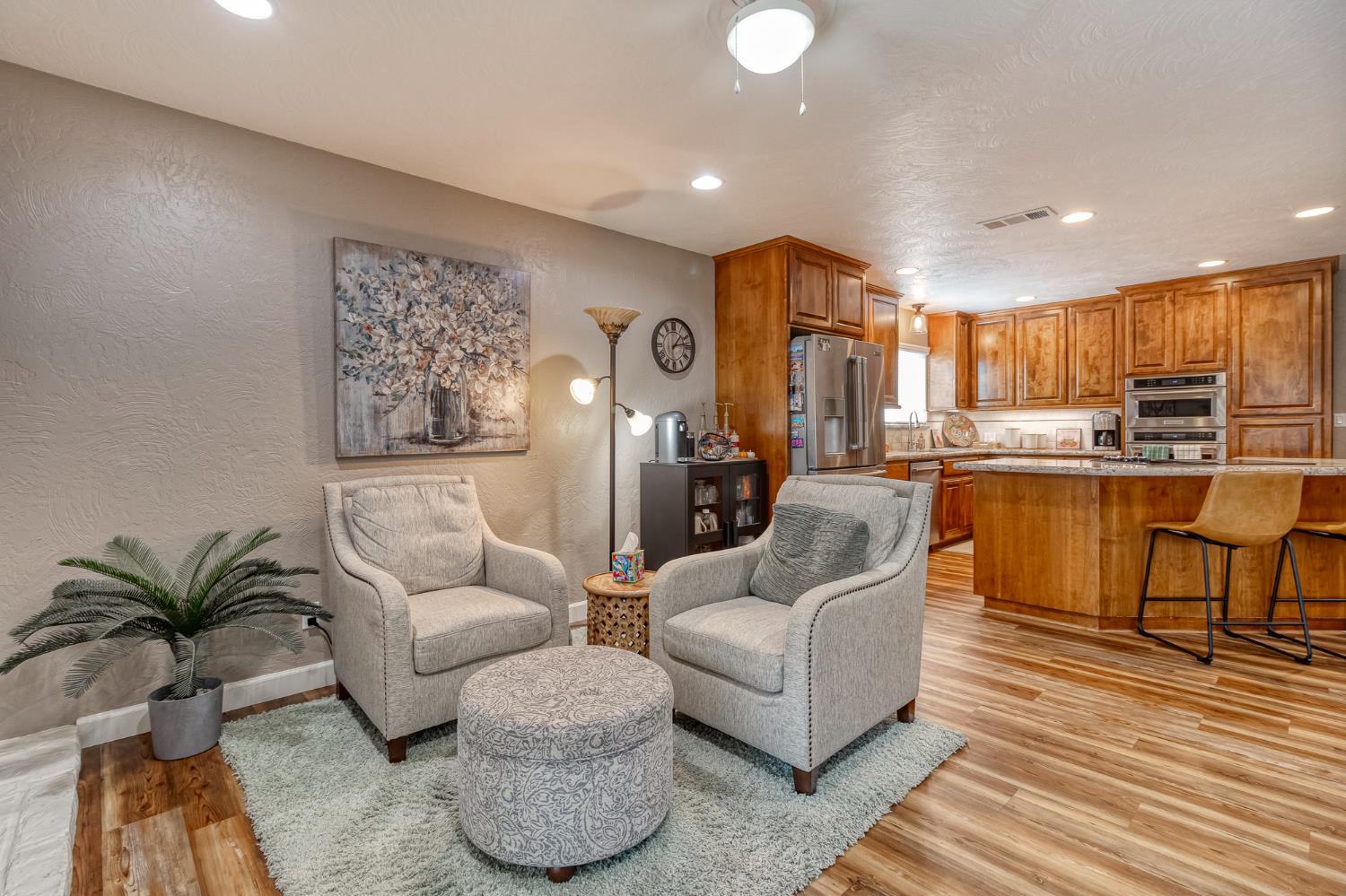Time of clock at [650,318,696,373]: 1:13
